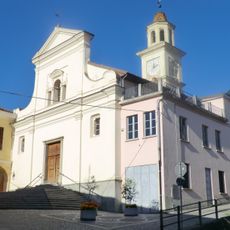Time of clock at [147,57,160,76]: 1:37
